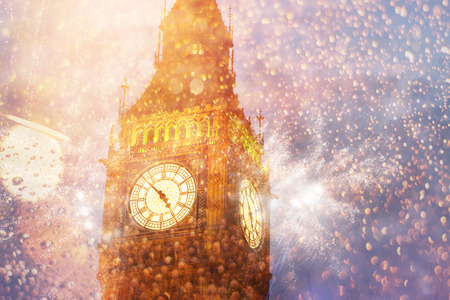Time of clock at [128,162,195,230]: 4:52
